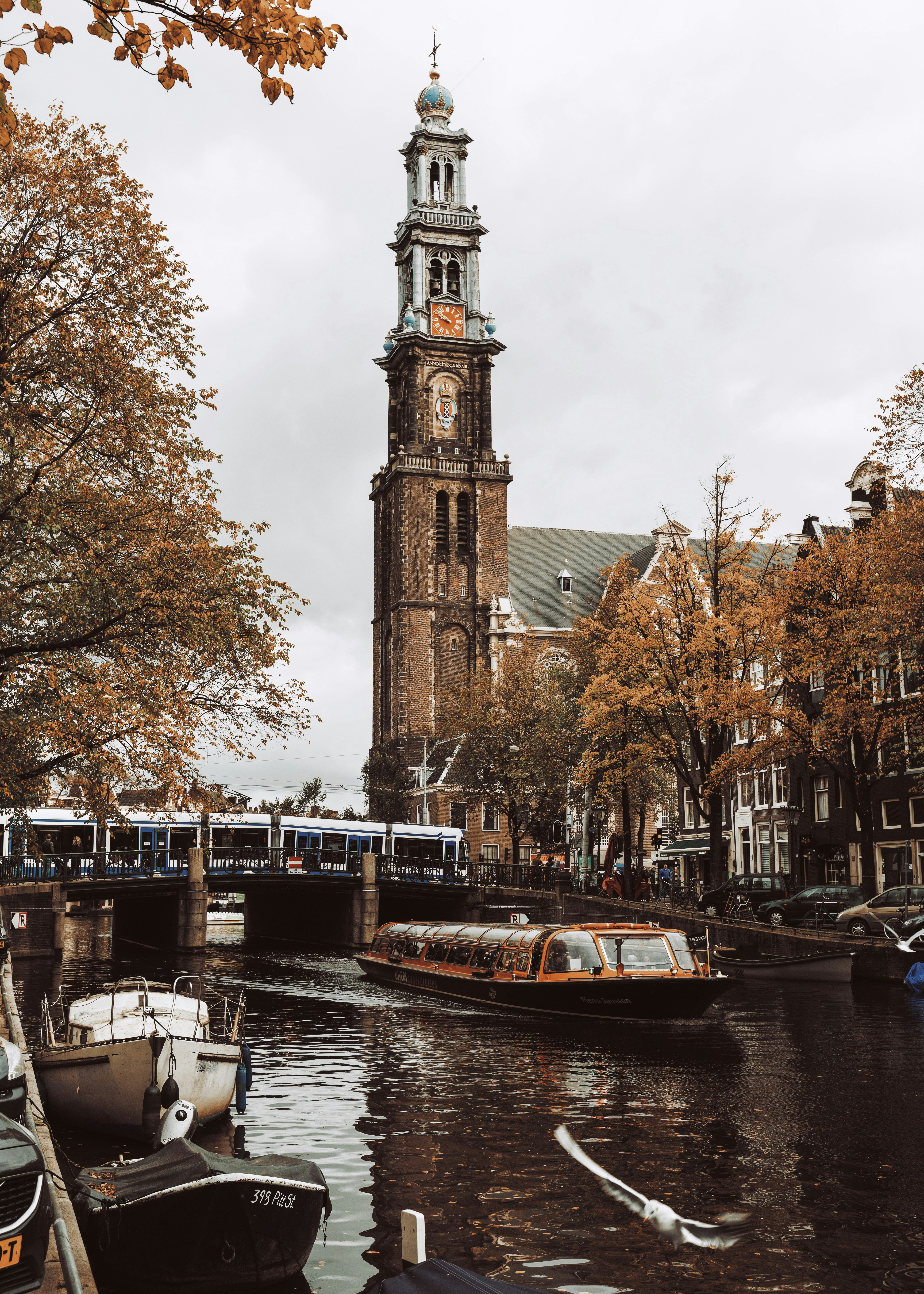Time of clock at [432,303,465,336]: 9:51
